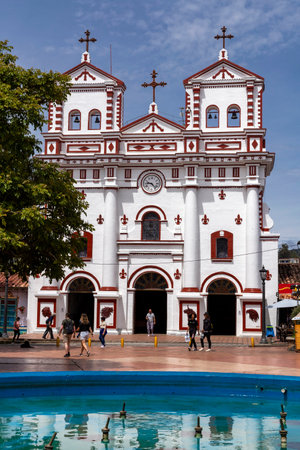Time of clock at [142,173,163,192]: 9:23
